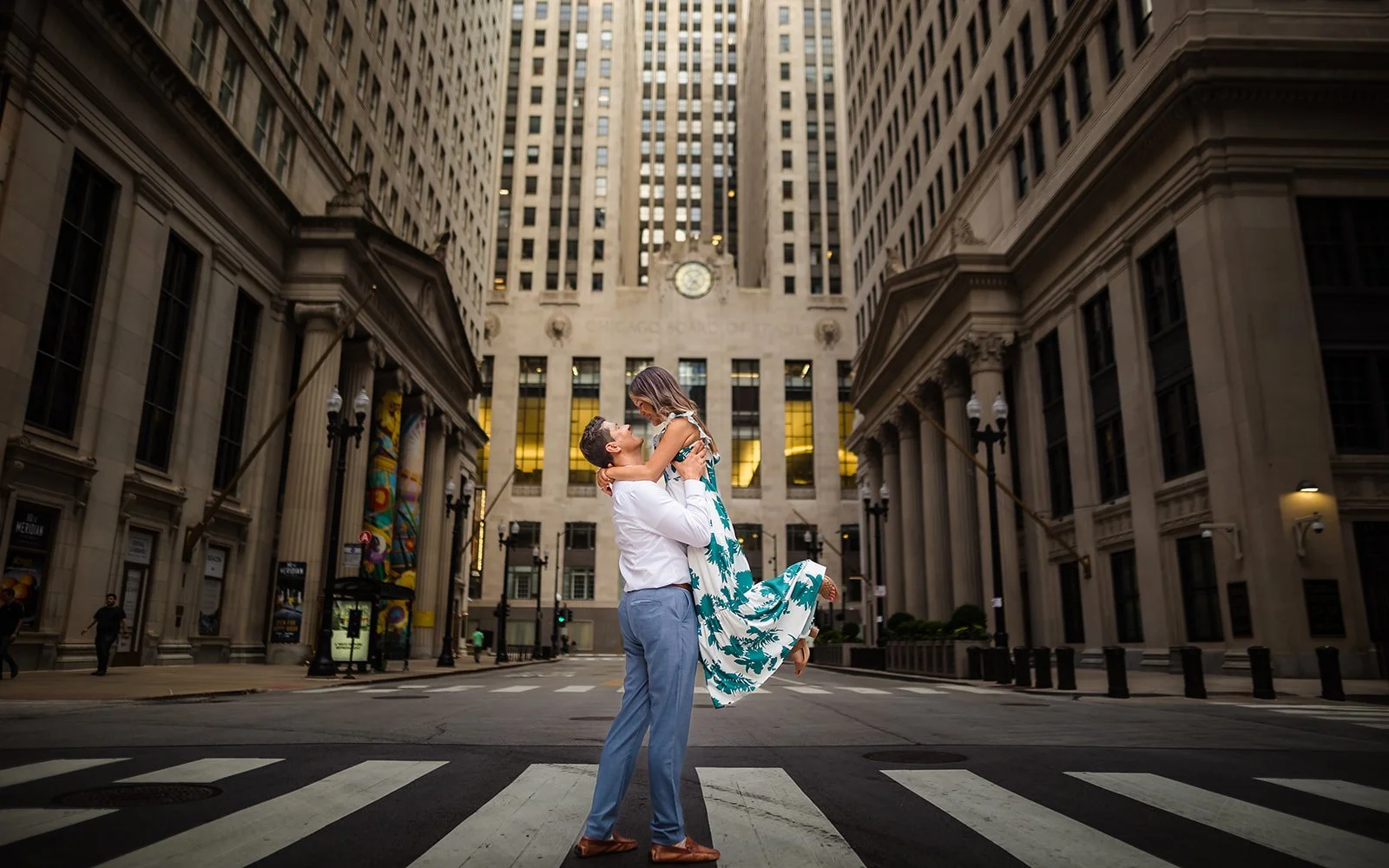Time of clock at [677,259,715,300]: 4:33
